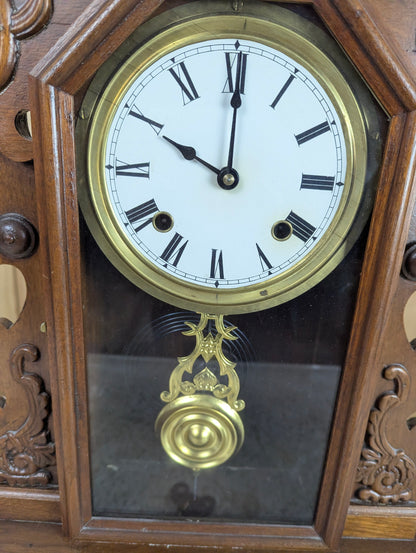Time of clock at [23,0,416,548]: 10:00
